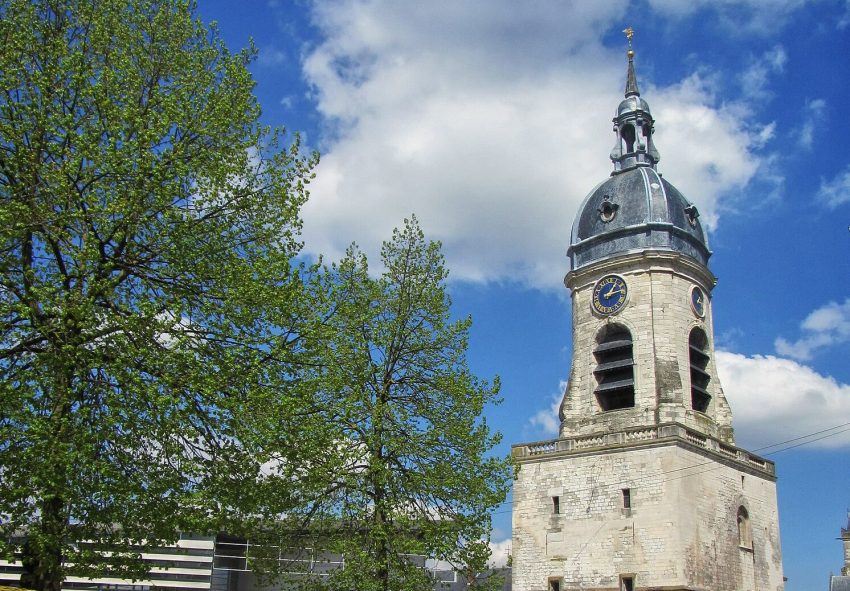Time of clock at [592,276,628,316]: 1:12
